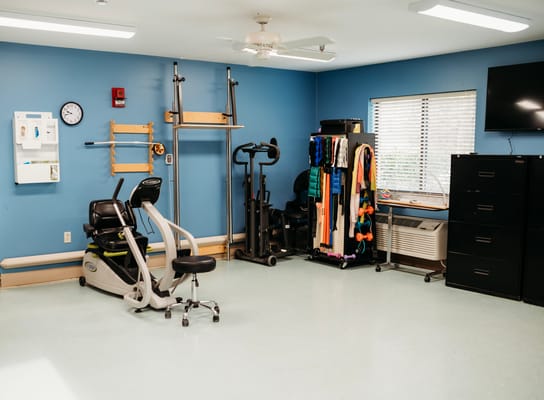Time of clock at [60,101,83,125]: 9:42
